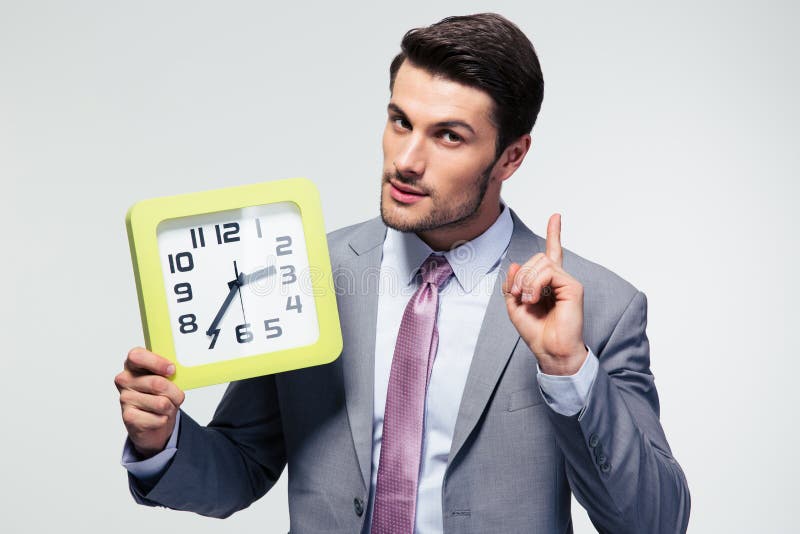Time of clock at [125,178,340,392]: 2:36
